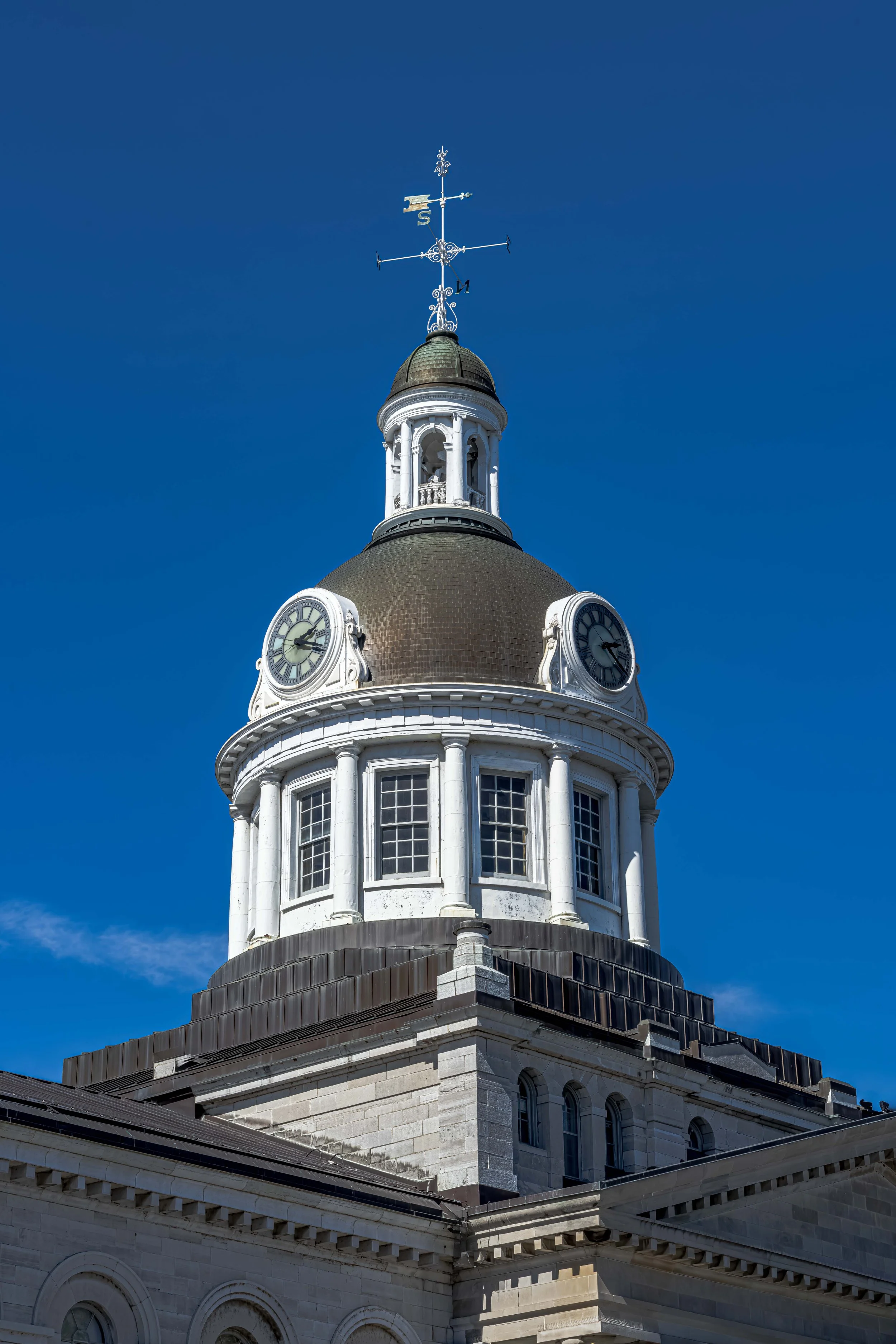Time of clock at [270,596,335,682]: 2:18
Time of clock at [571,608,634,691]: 2:21
